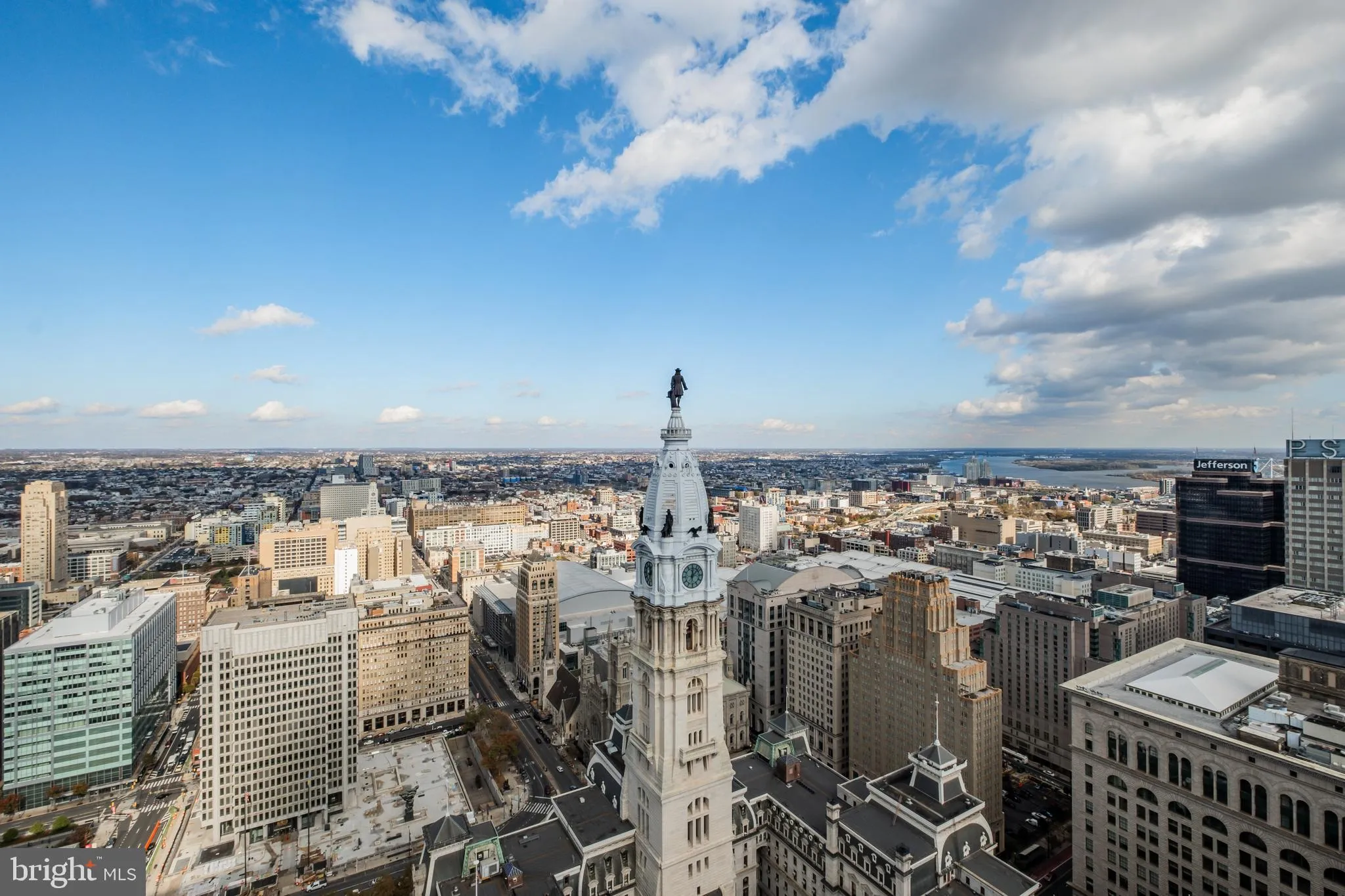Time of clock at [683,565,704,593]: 12:07
